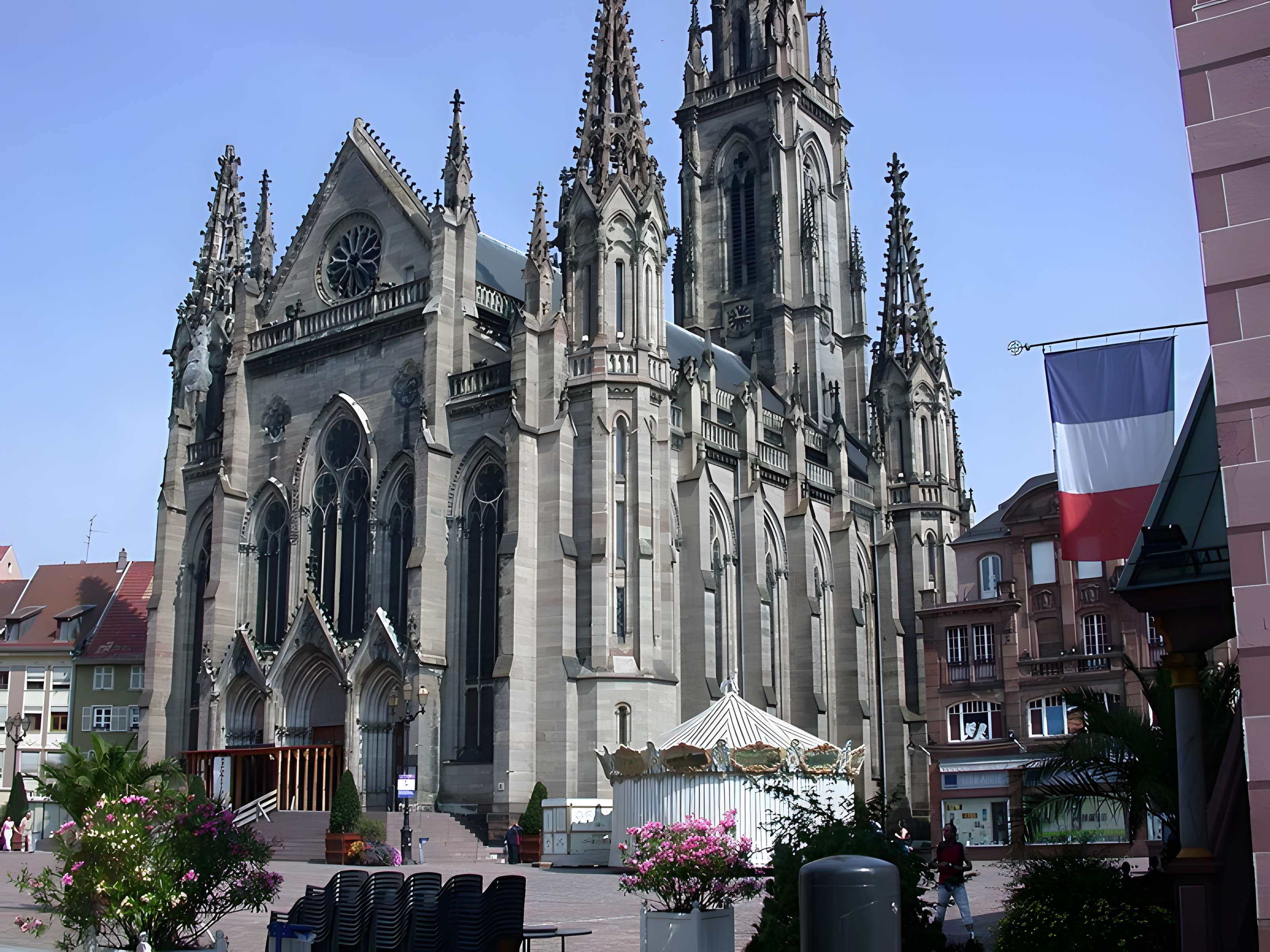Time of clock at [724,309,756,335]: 11:14
